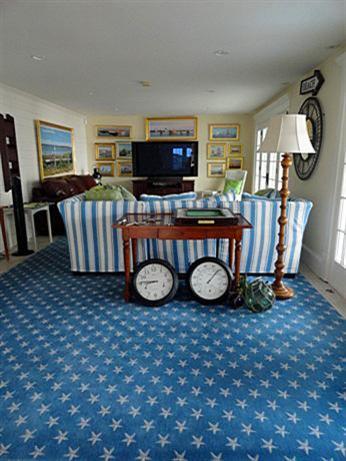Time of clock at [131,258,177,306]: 8:45
